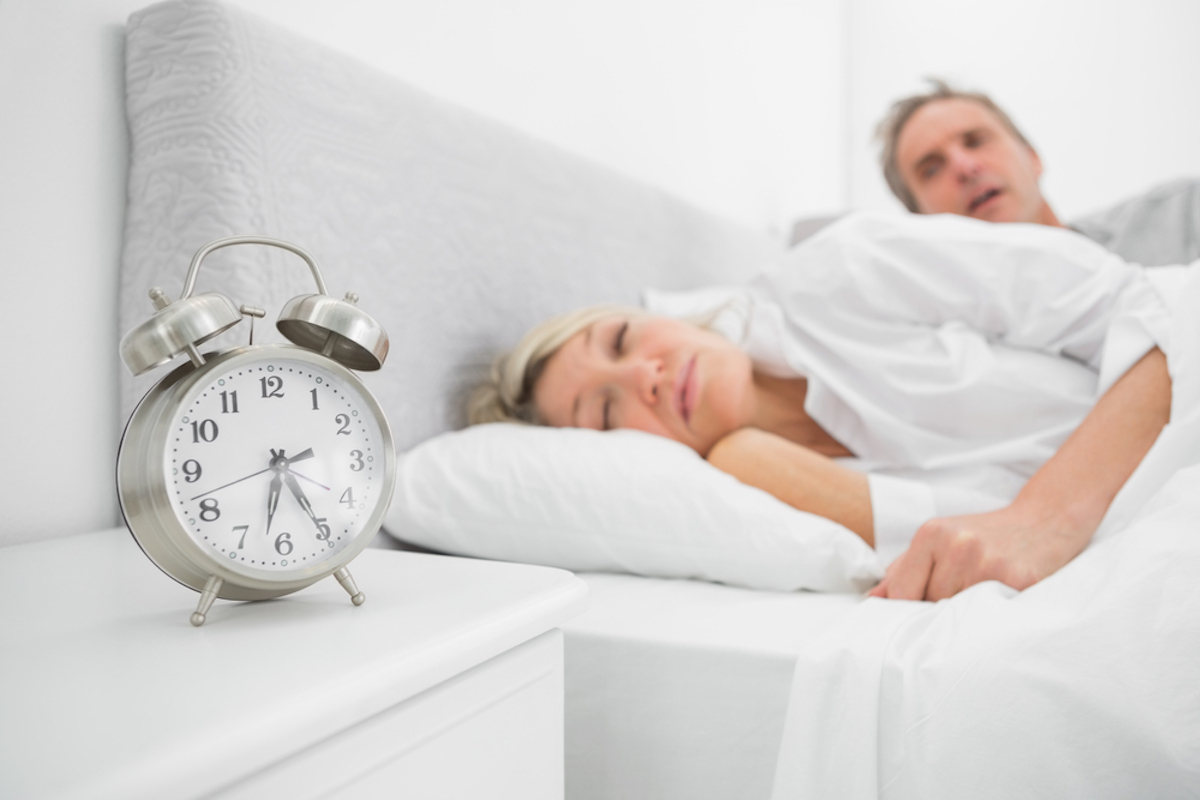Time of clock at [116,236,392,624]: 6:25
